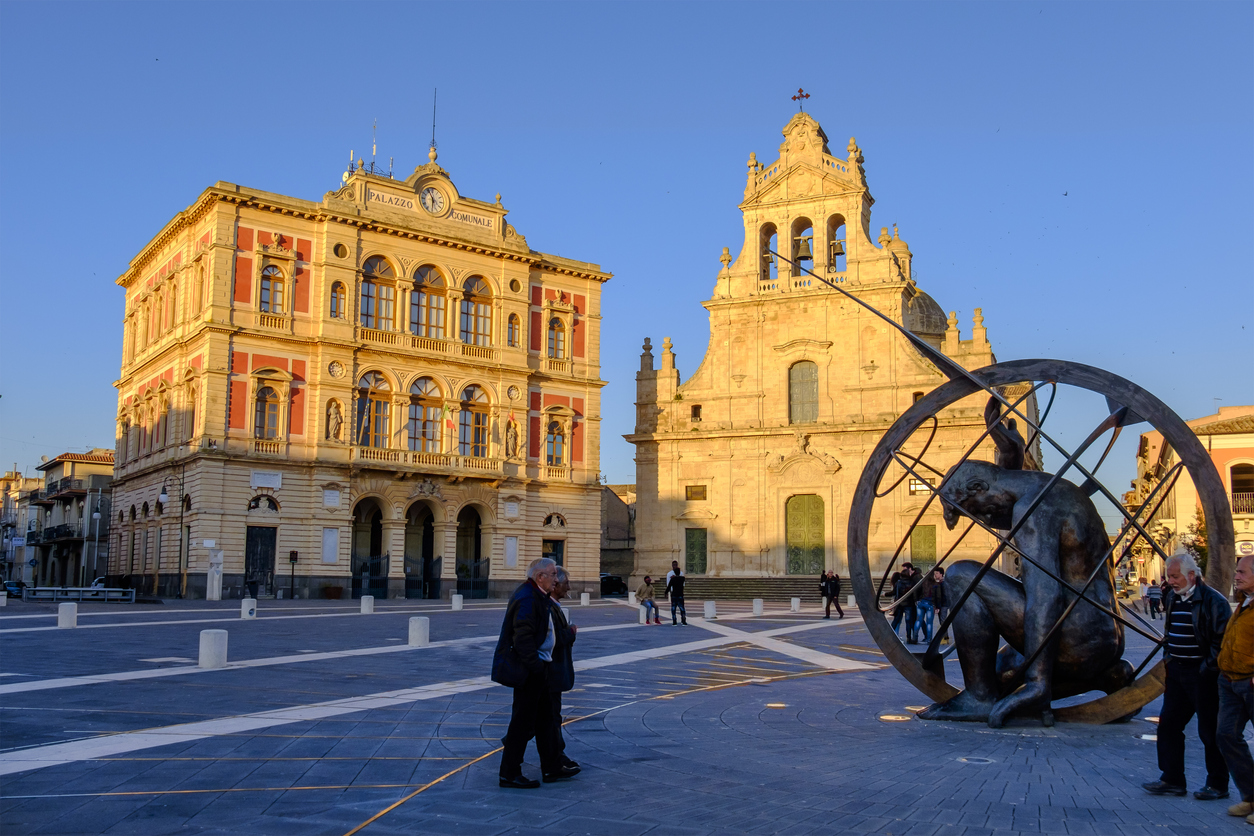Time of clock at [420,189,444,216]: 5:55
